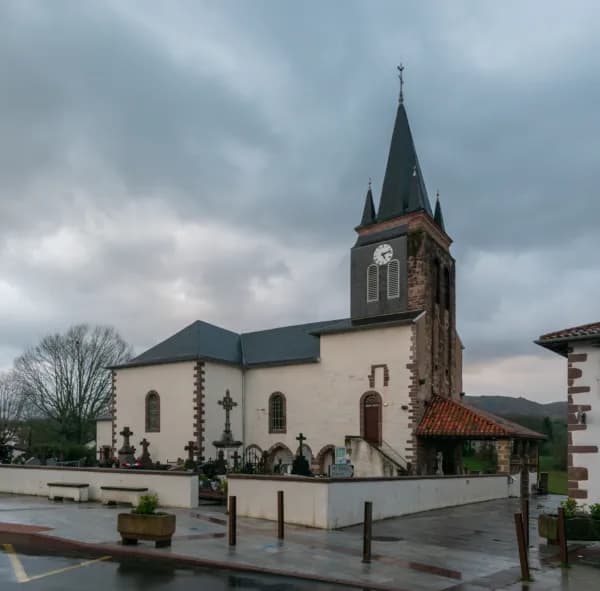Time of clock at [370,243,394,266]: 5:12
